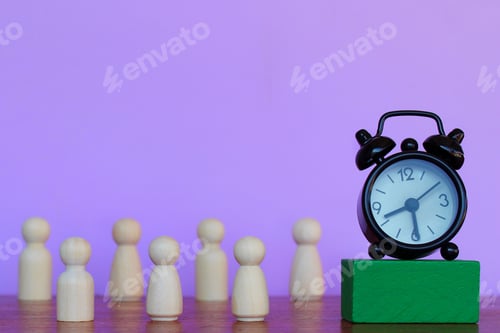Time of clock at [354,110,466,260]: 8:29
